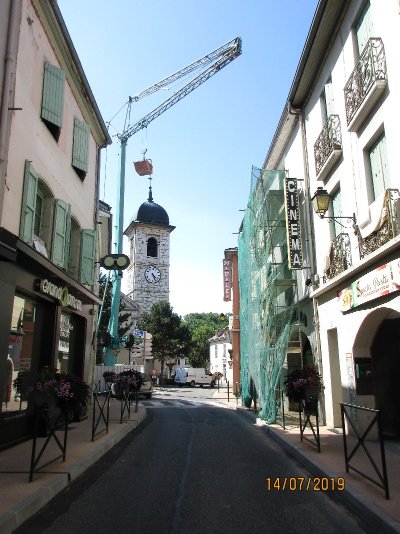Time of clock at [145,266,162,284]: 4:26
